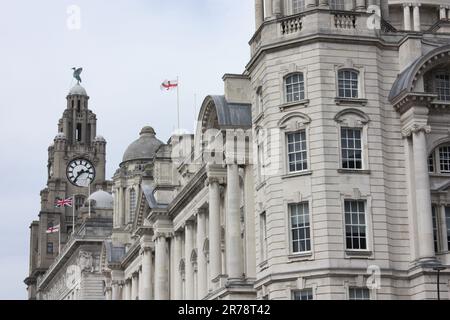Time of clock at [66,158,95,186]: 2:36
